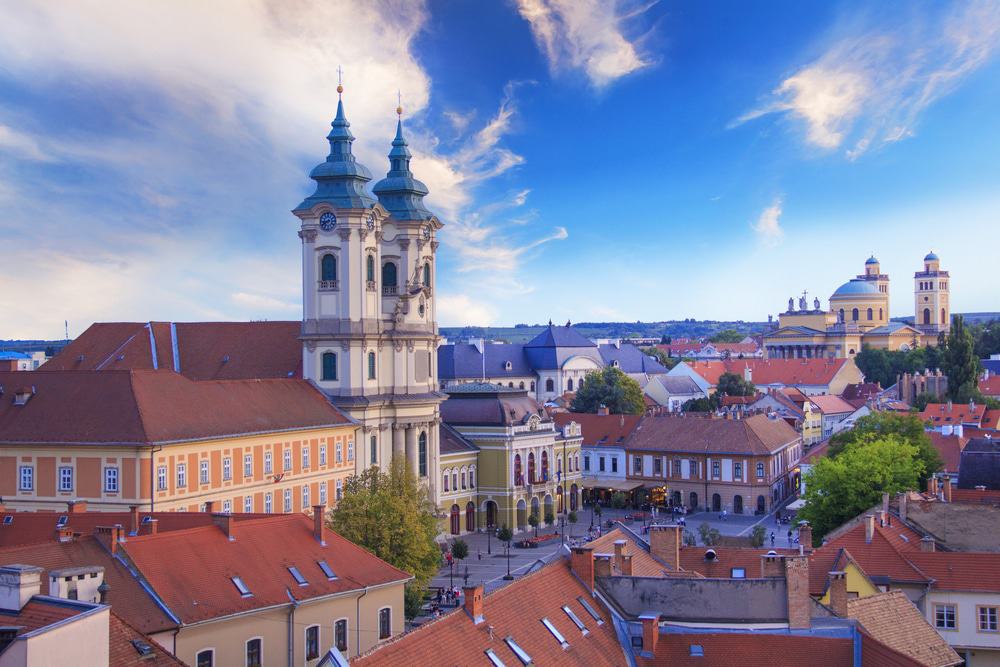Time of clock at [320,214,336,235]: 8:40
